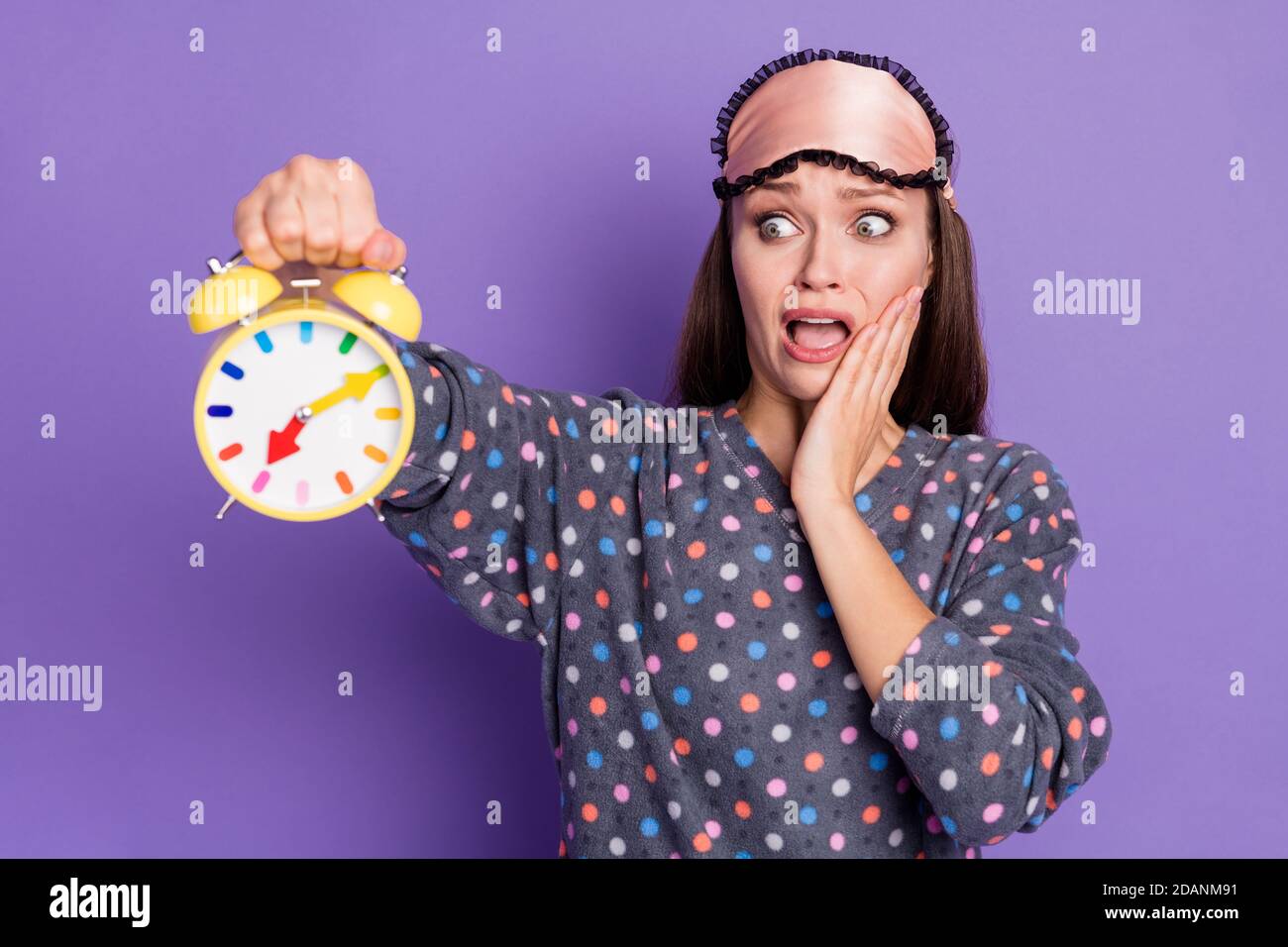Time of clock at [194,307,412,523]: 7:10
